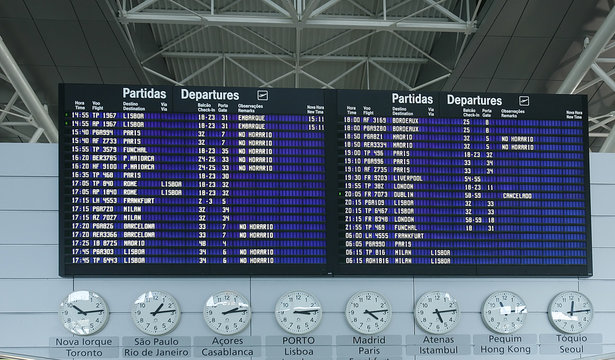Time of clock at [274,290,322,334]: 3:13
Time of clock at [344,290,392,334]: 4:13
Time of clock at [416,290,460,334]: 5:14
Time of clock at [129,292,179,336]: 1:13
